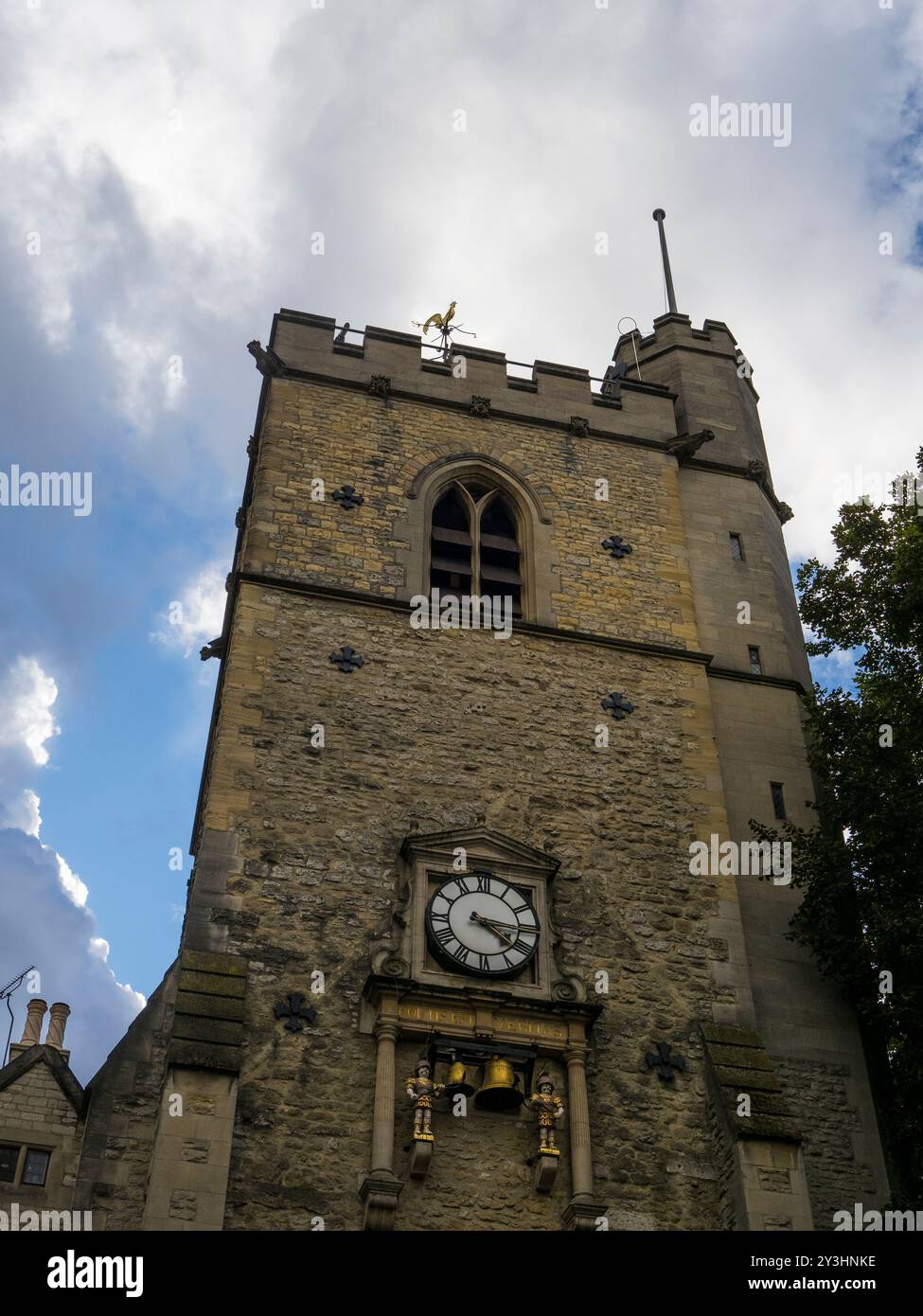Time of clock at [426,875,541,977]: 4:16
